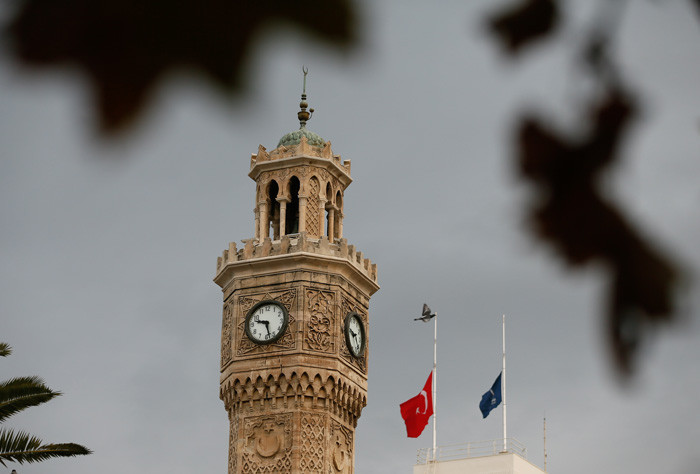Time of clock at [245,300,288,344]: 9:28
